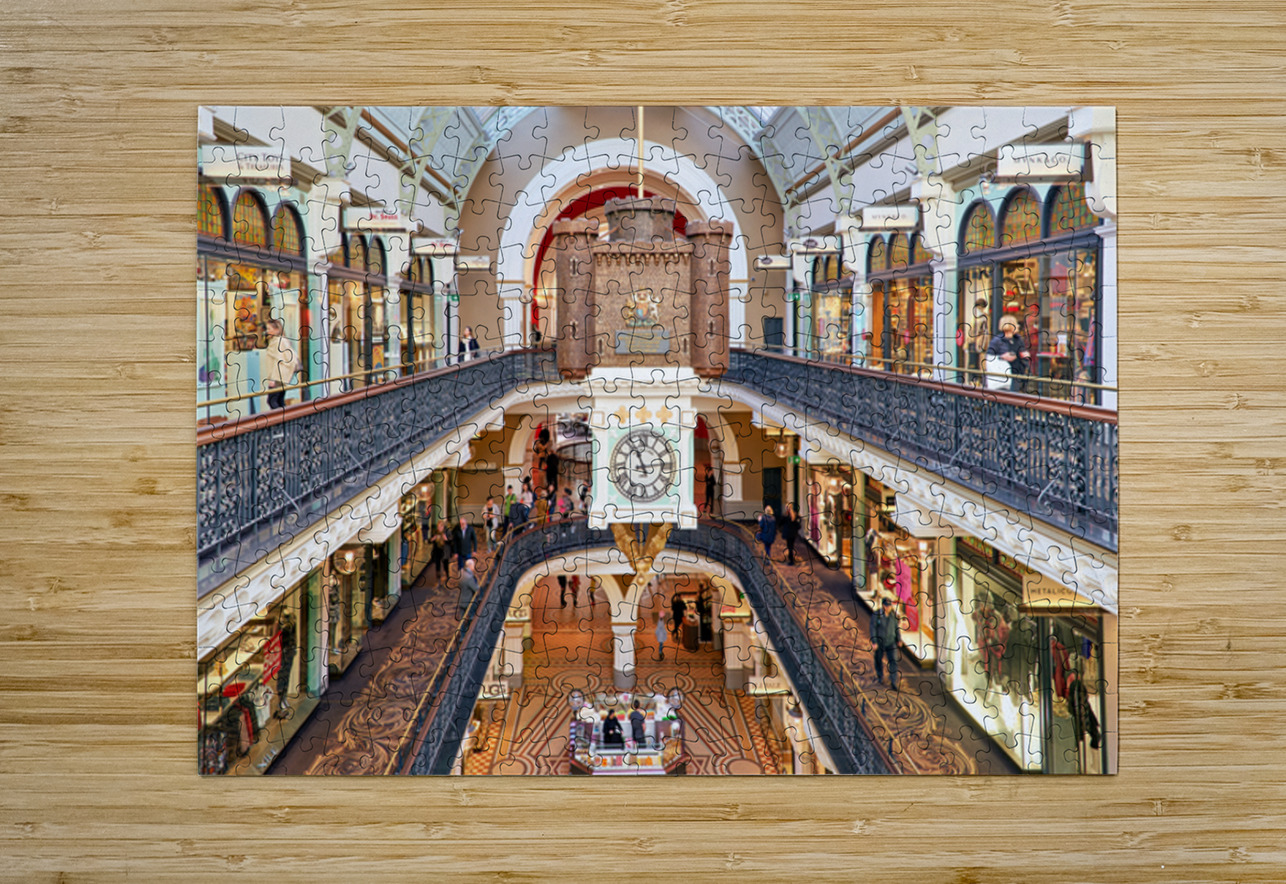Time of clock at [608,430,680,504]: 11:13
